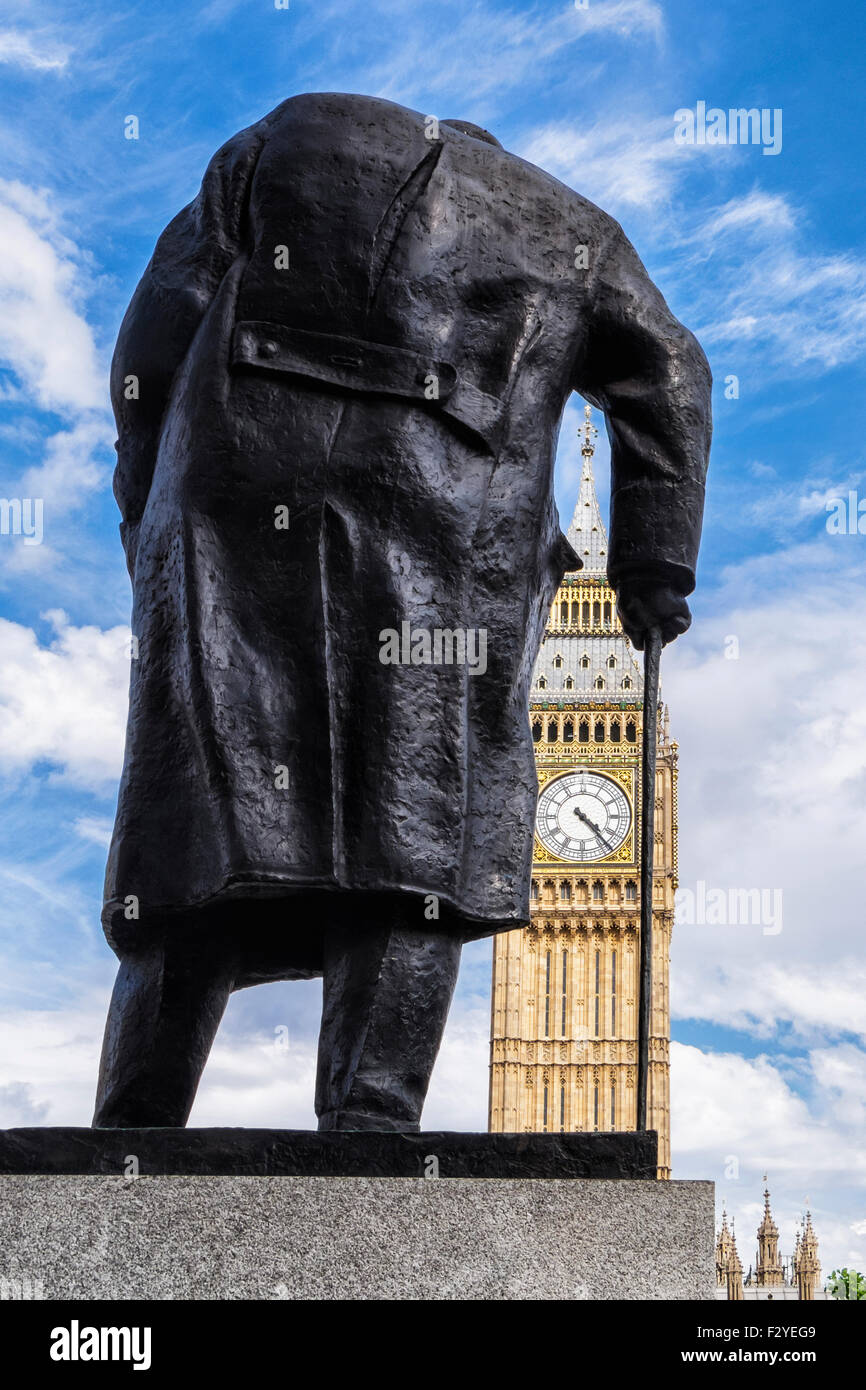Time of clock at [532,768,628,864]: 4:23
